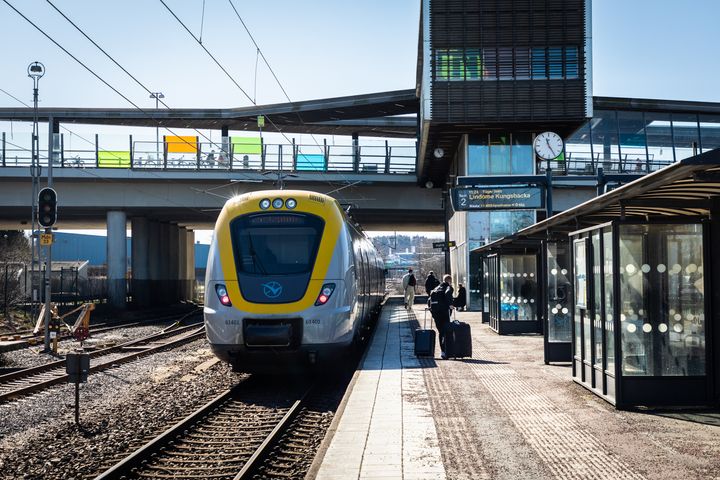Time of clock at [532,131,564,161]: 11:24
